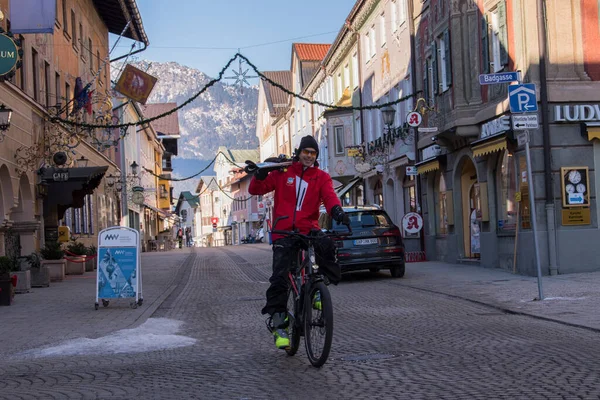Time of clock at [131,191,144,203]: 12:13
